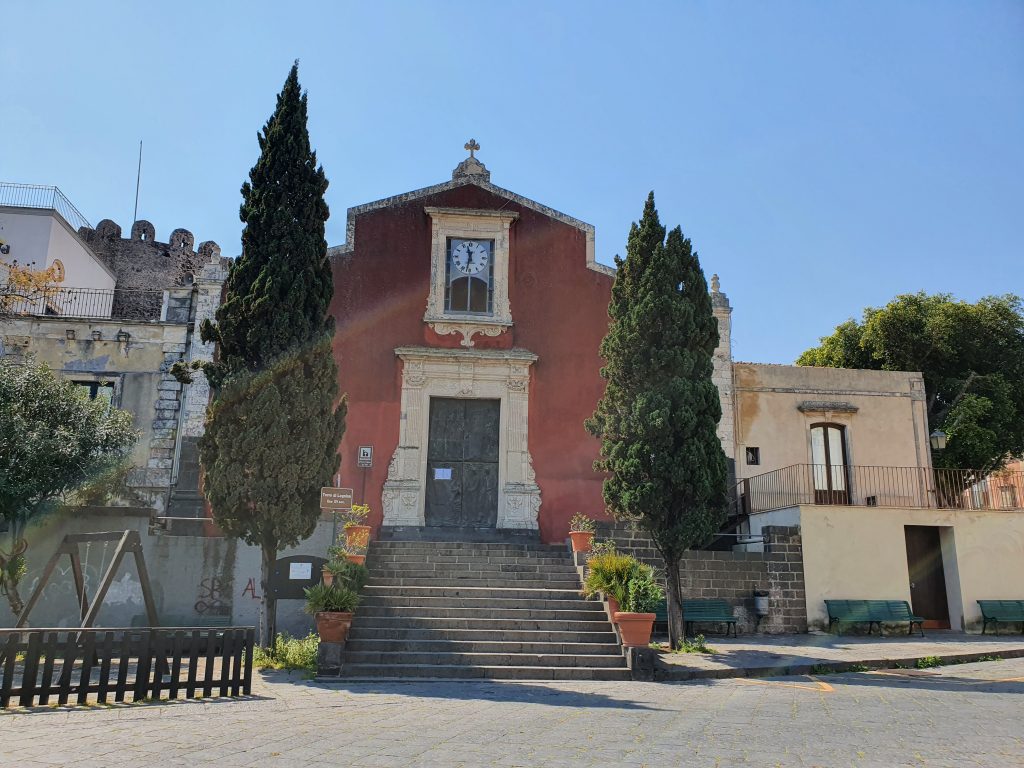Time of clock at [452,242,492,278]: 11:32
